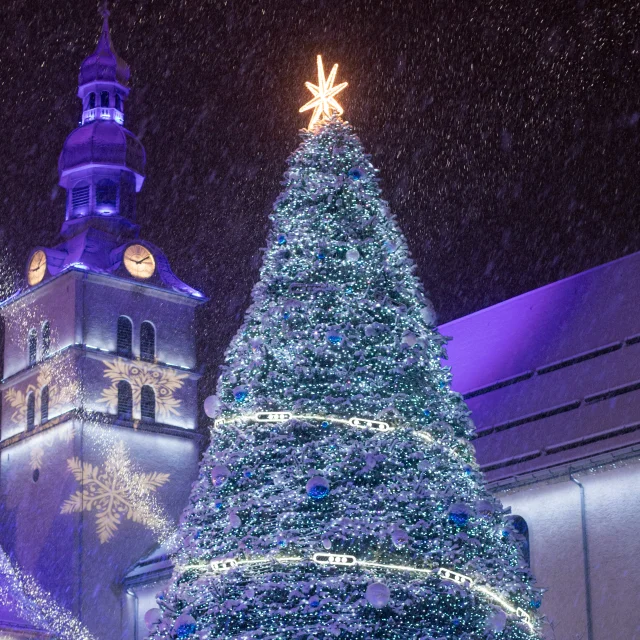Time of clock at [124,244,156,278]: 1:46
